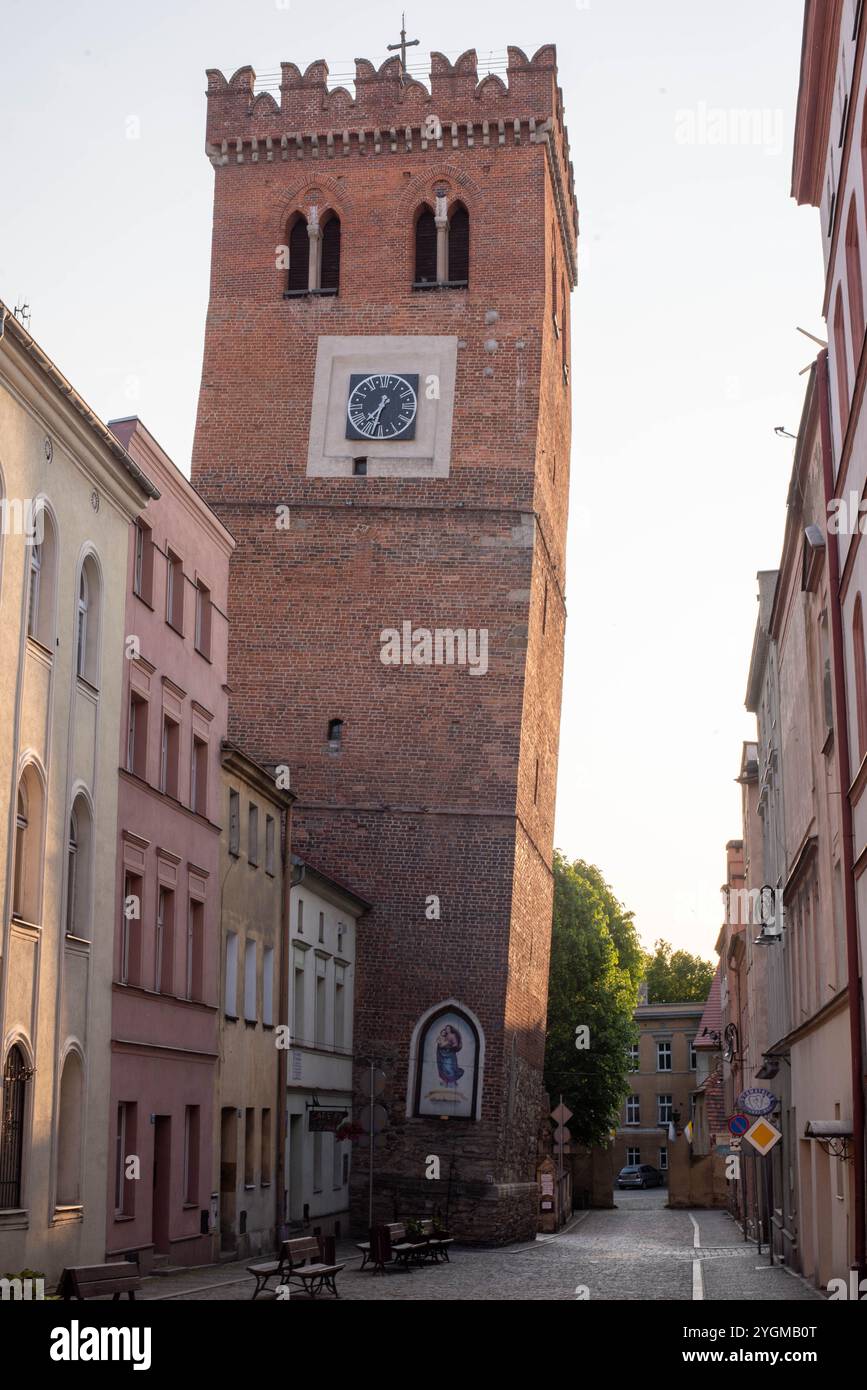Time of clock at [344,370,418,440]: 7:32
